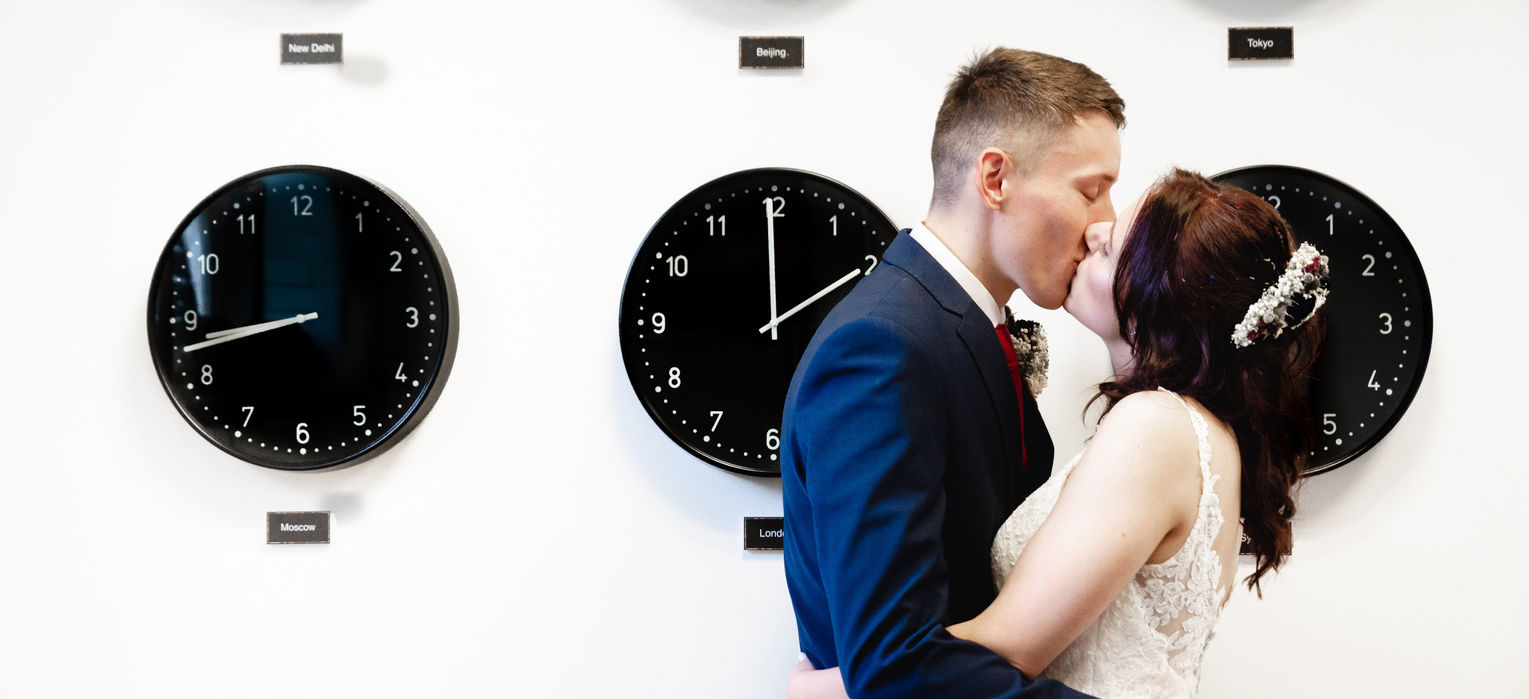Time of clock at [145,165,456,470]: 4:42
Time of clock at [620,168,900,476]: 1:59
